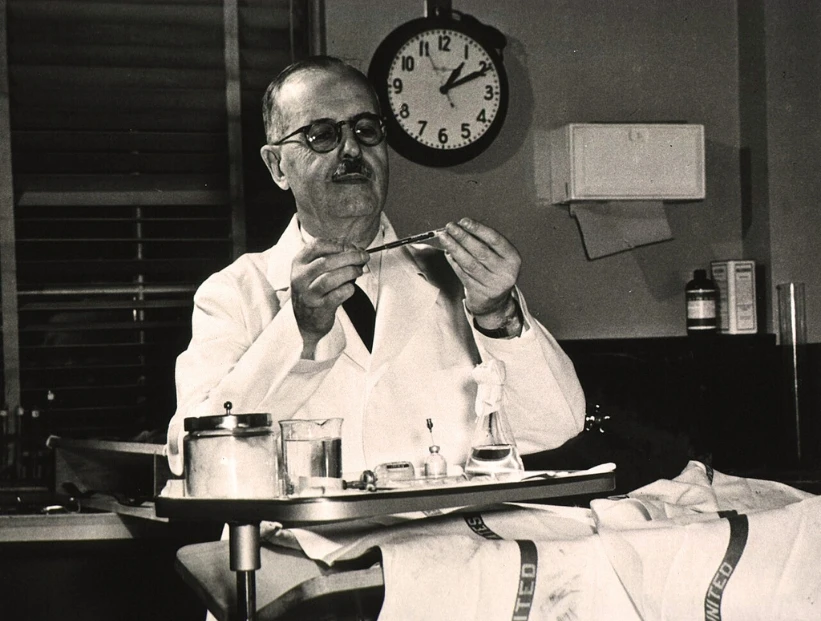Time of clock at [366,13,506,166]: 1:10
